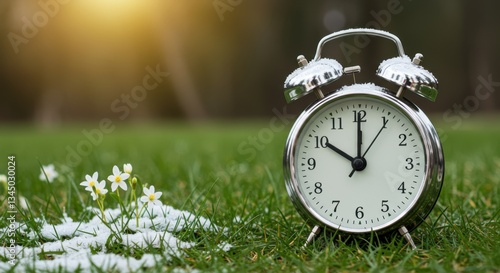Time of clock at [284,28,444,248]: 10:00
